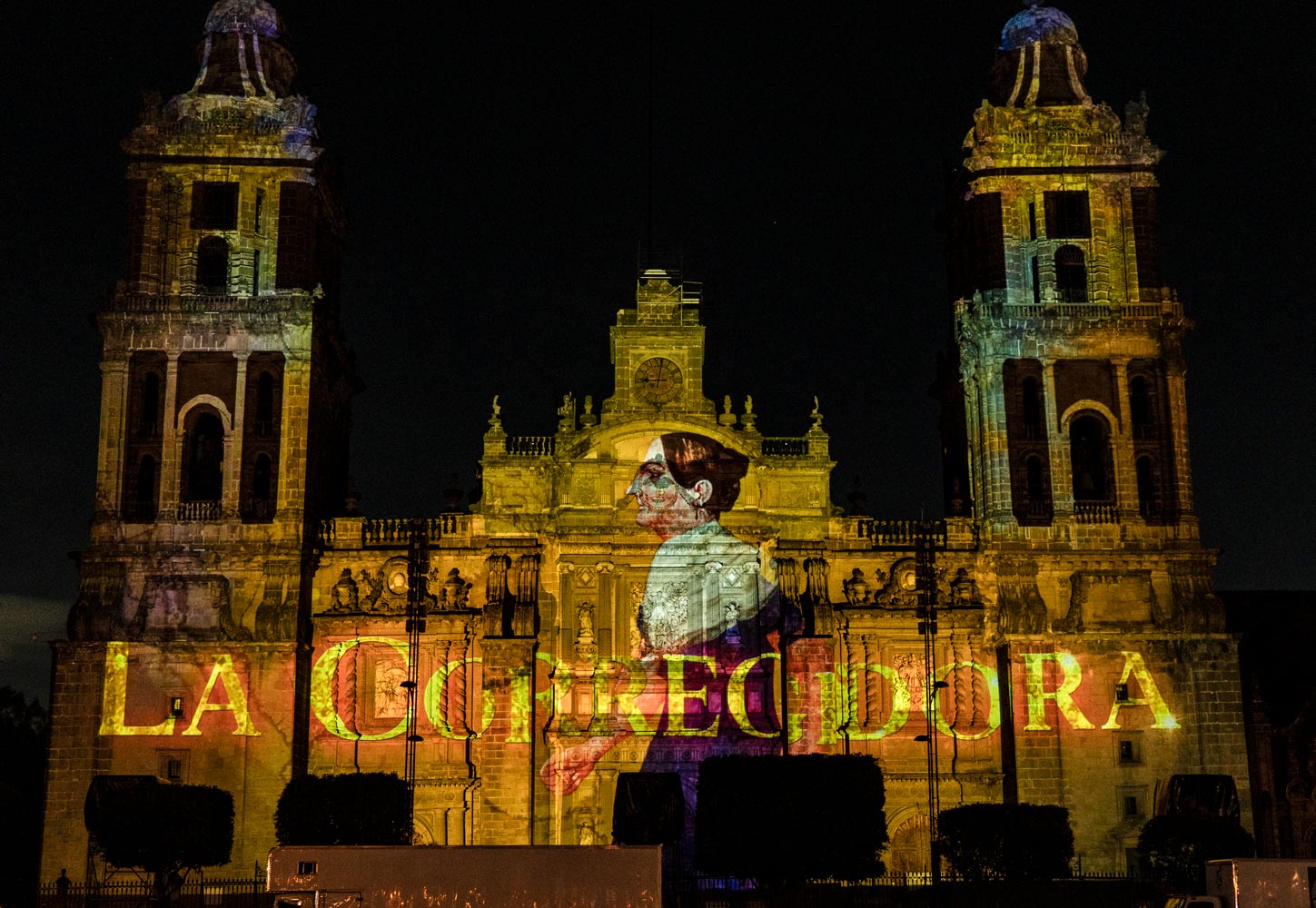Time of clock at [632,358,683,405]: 9:01
